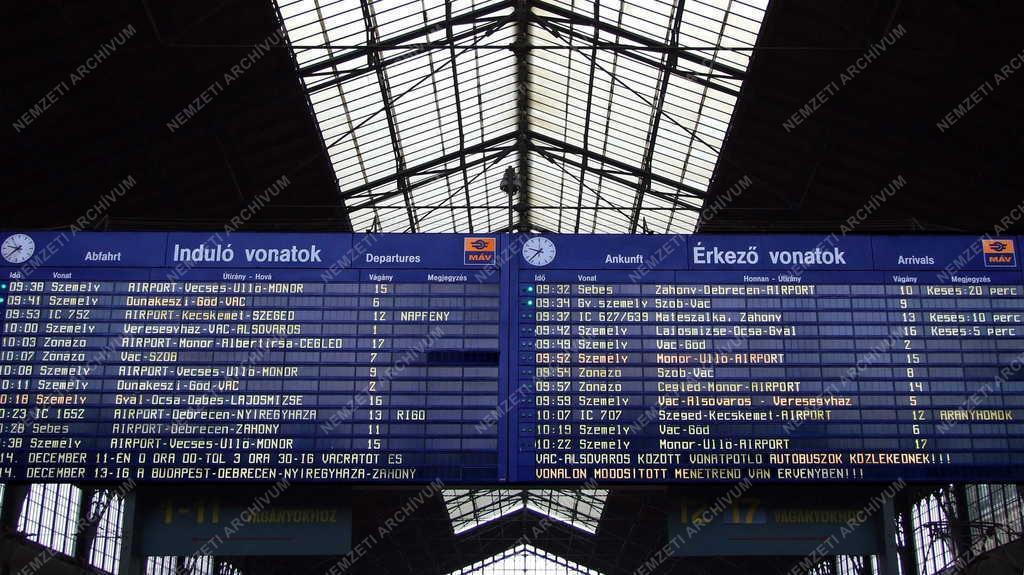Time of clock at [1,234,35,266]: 9:38
